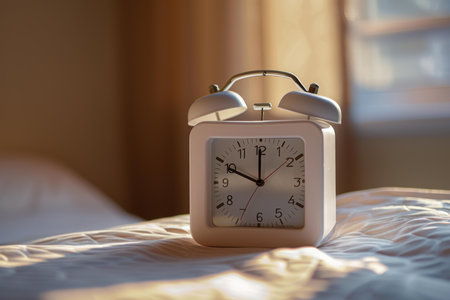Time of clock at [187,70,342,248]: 11:49
